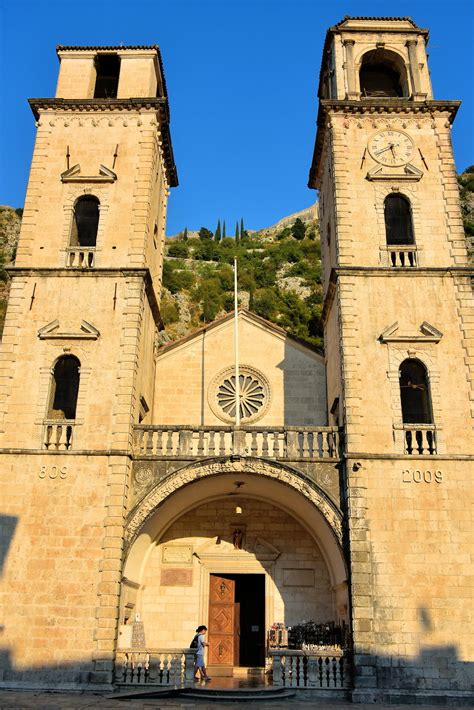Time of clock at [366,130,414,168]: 5:40
